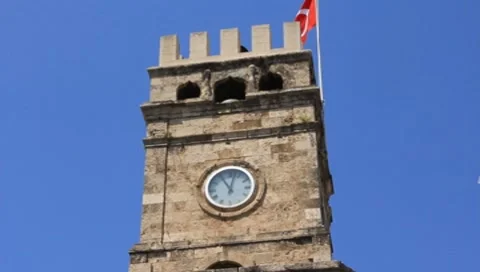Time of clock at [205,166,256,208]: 11:02
